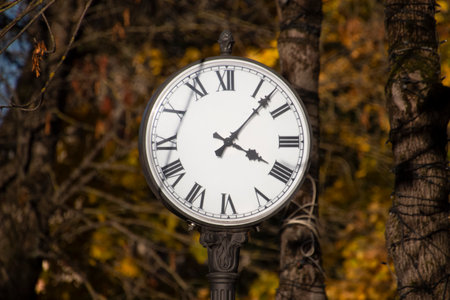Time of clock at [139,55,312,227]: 4:07
